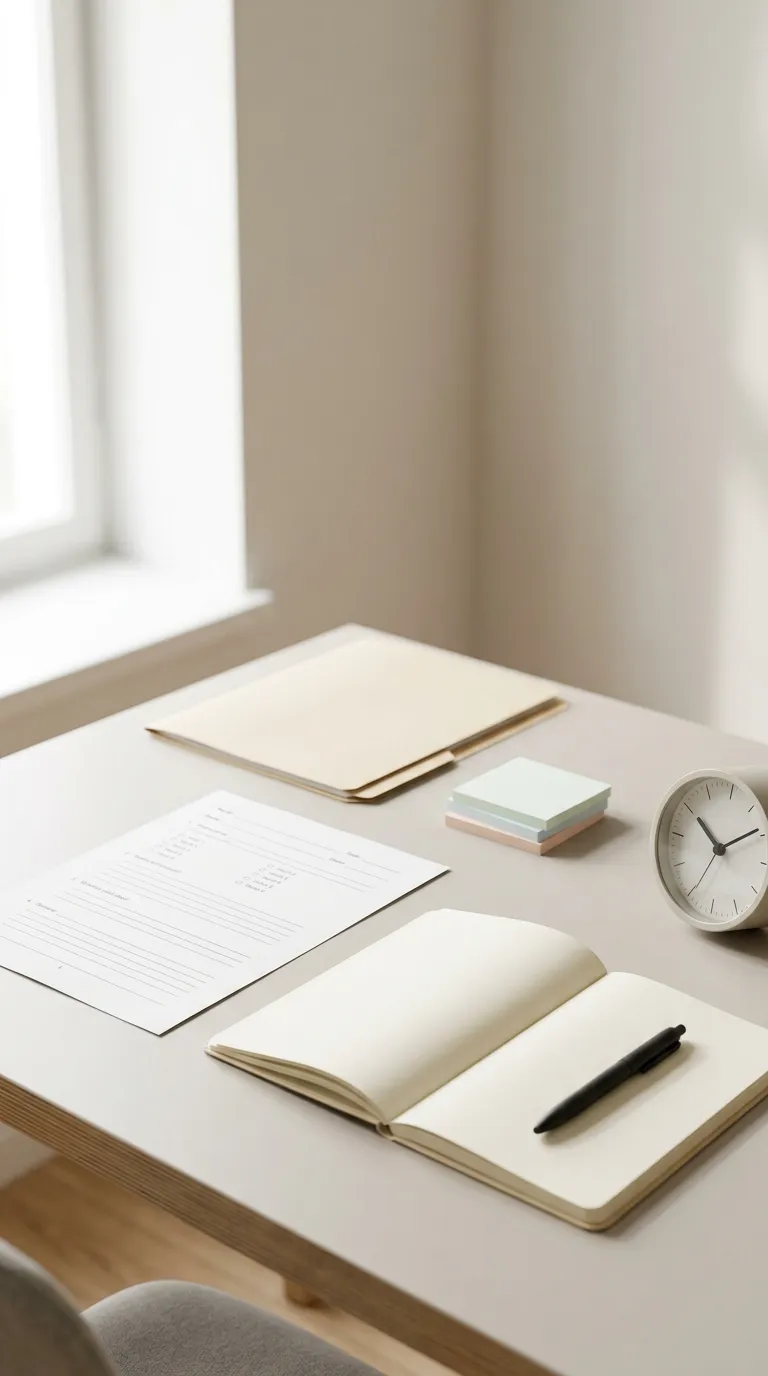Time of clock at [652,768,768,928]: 11:13
